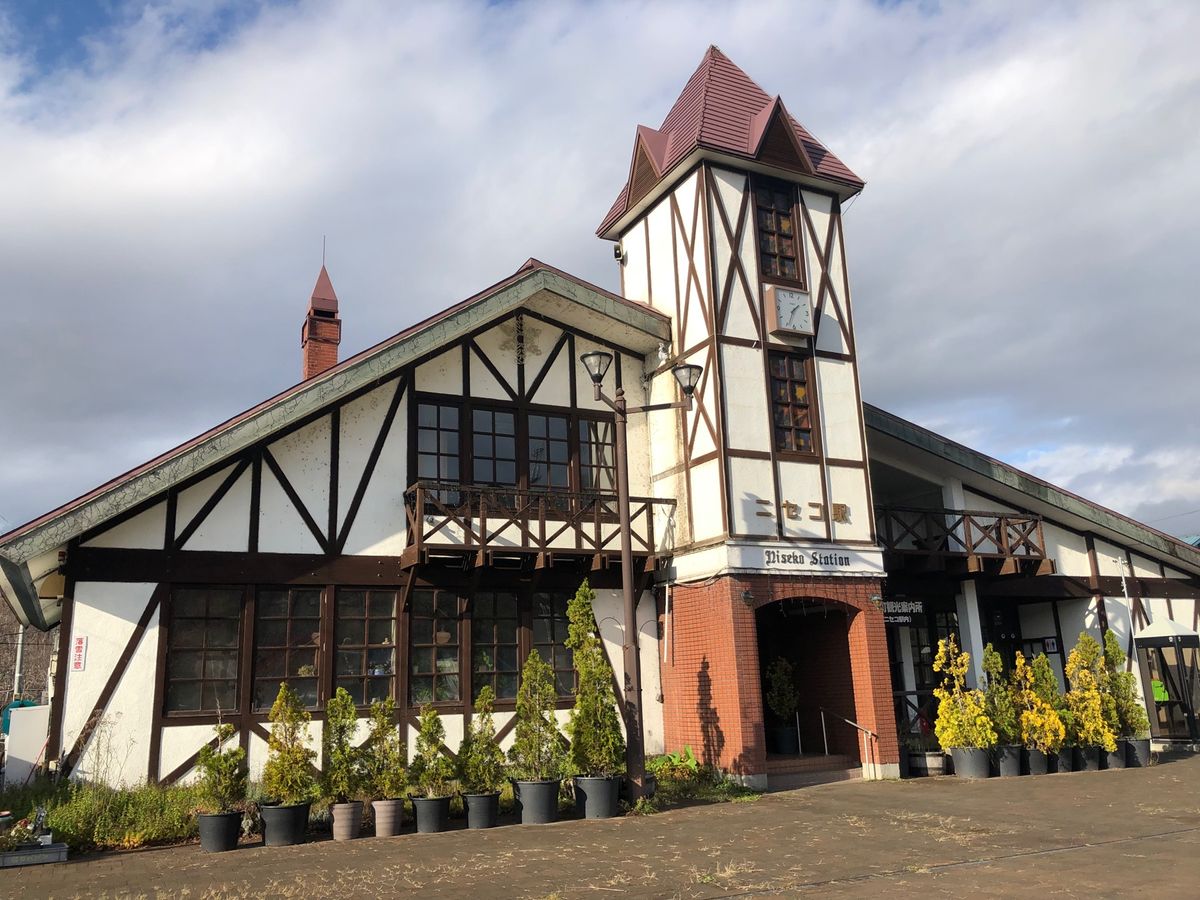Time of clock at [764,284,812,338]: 1:33
